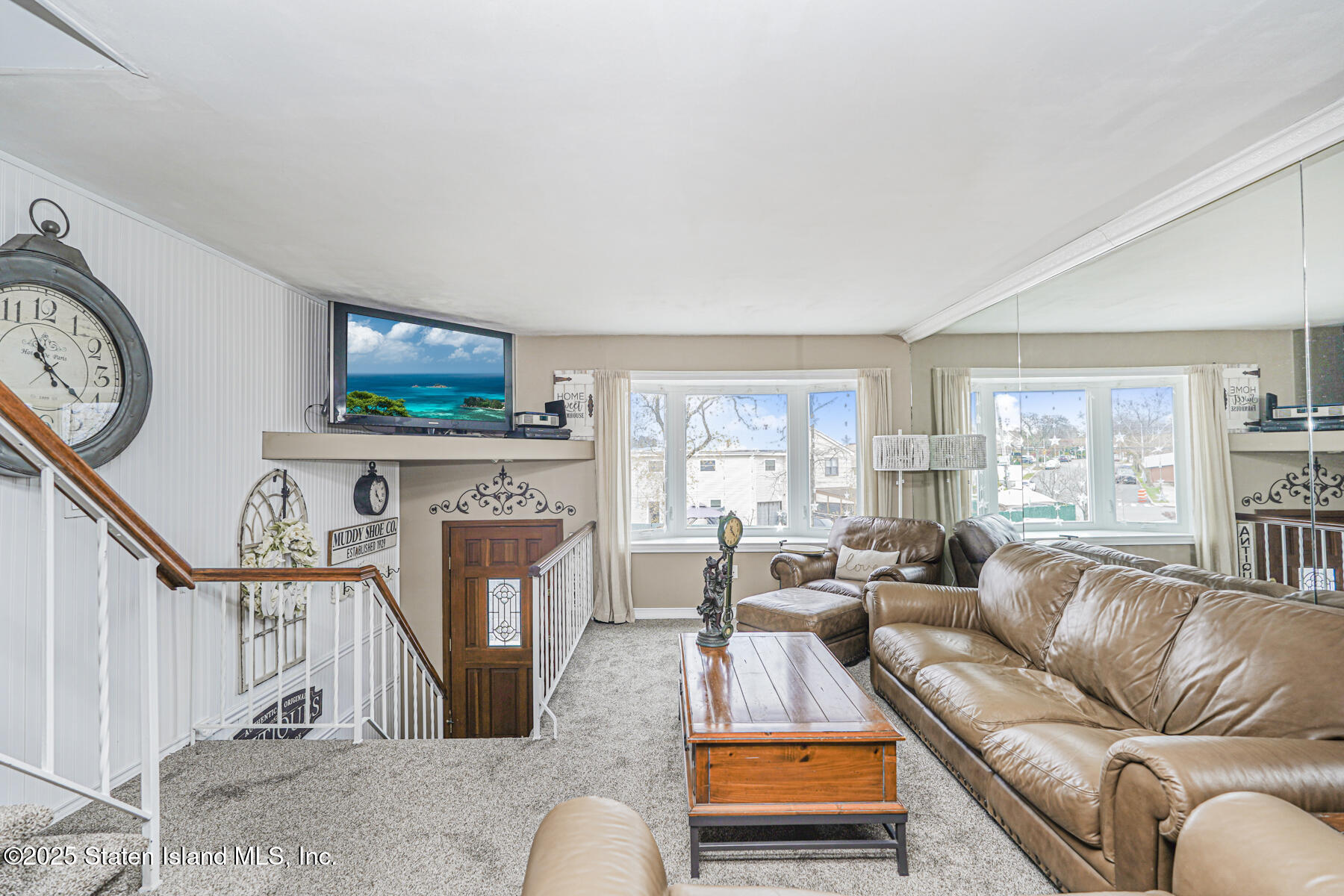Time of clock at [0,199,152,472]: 11:21
